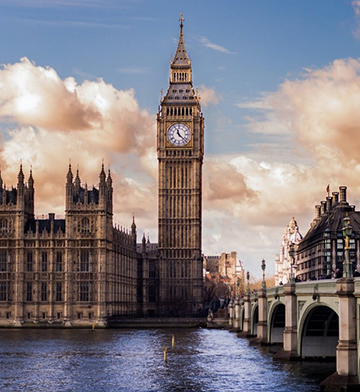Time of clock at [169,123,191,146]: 11:22
